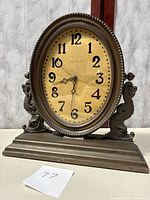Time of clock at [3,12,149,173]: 8:31
